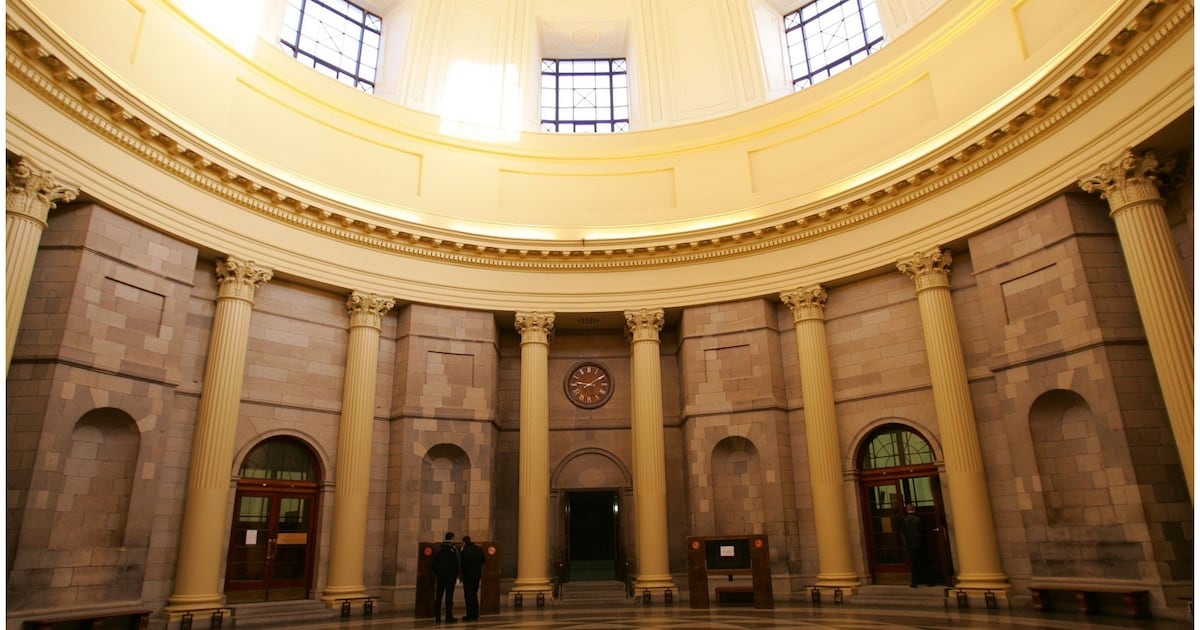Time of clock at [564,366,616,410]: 9:09
